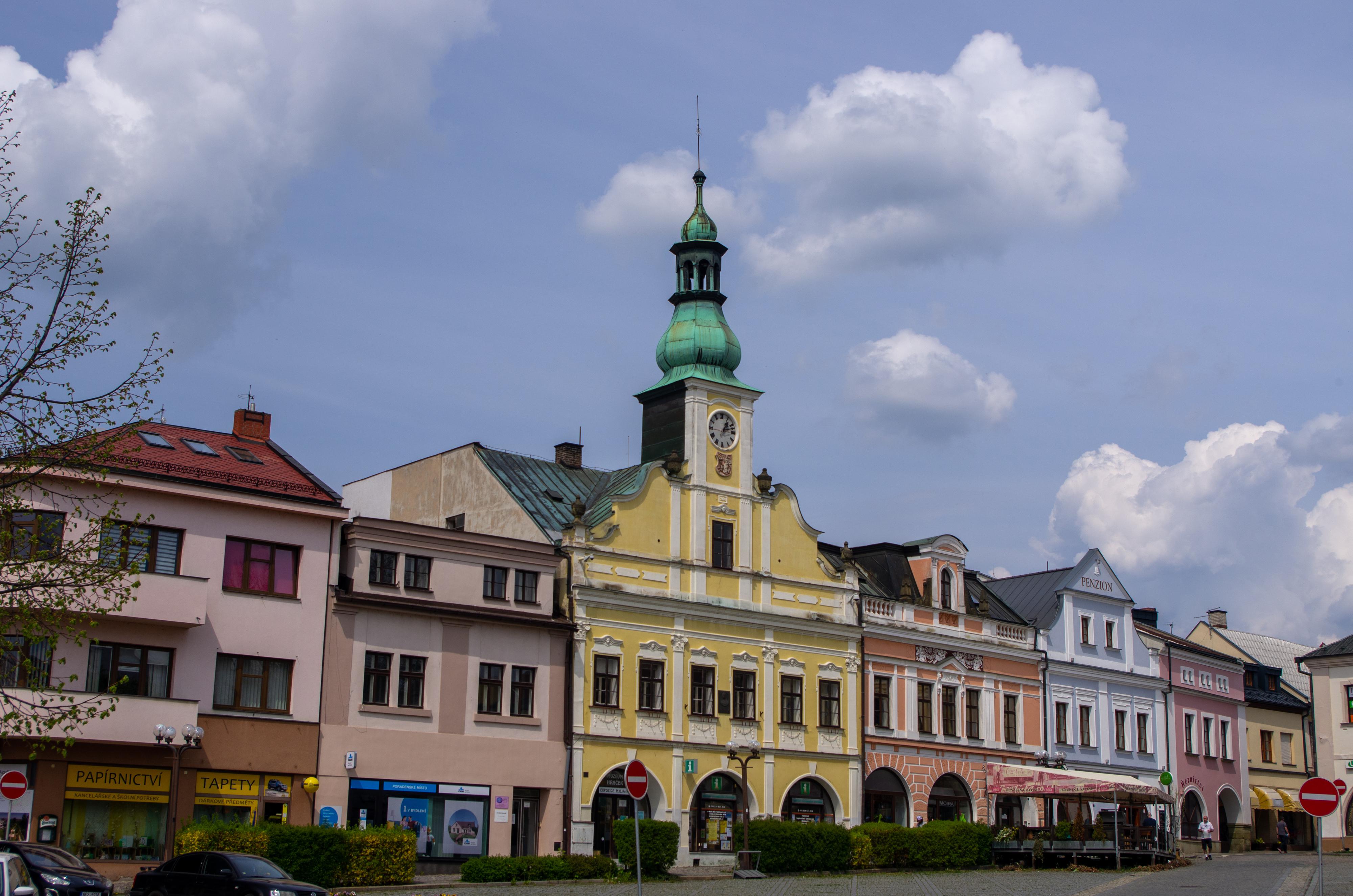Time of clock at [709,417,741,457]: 1:12
